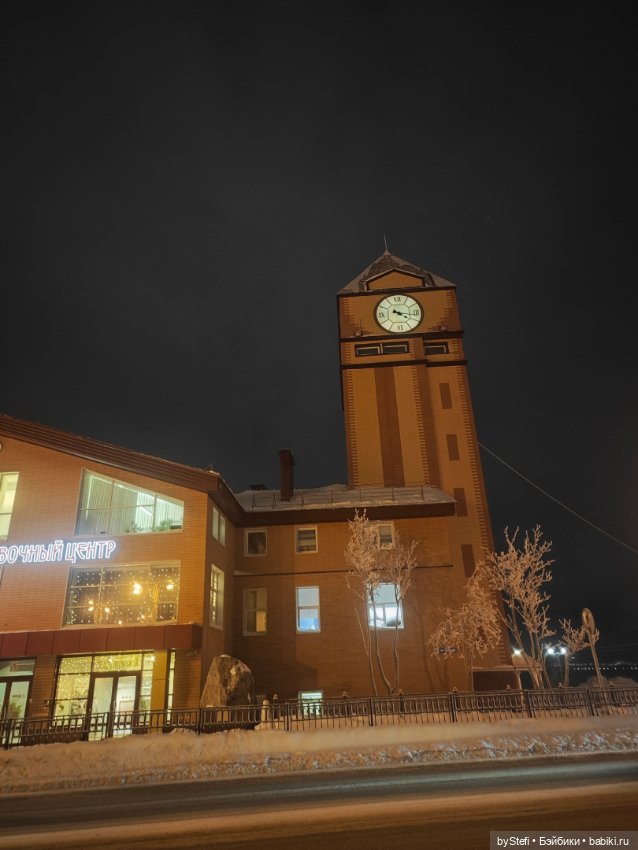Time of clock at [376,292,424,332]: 4:16
